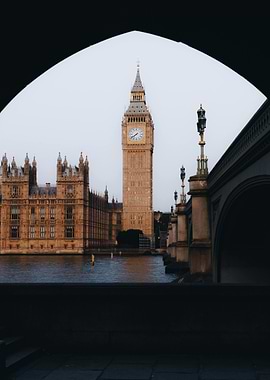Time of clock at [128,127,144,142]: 7:38
